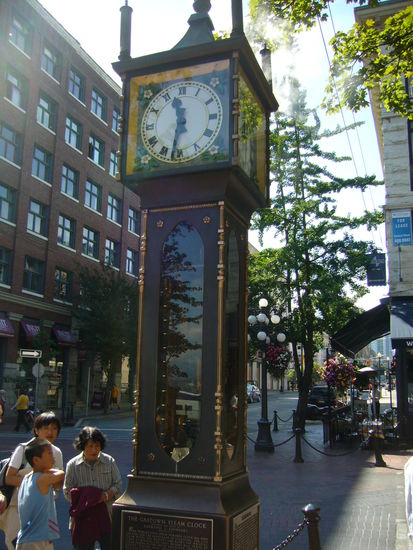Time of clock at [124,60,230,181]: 11:32
